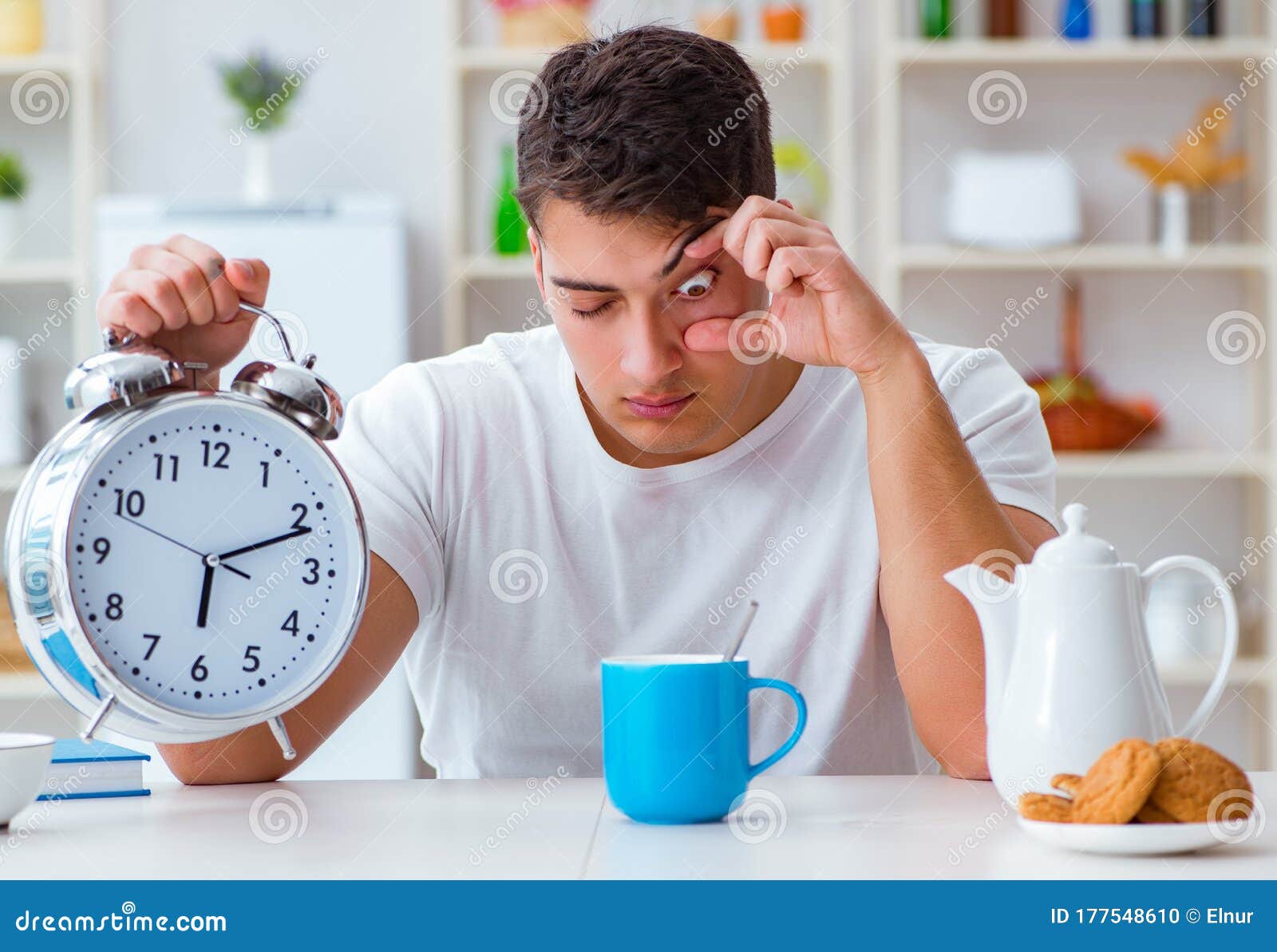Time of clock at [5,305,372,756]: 6:11
